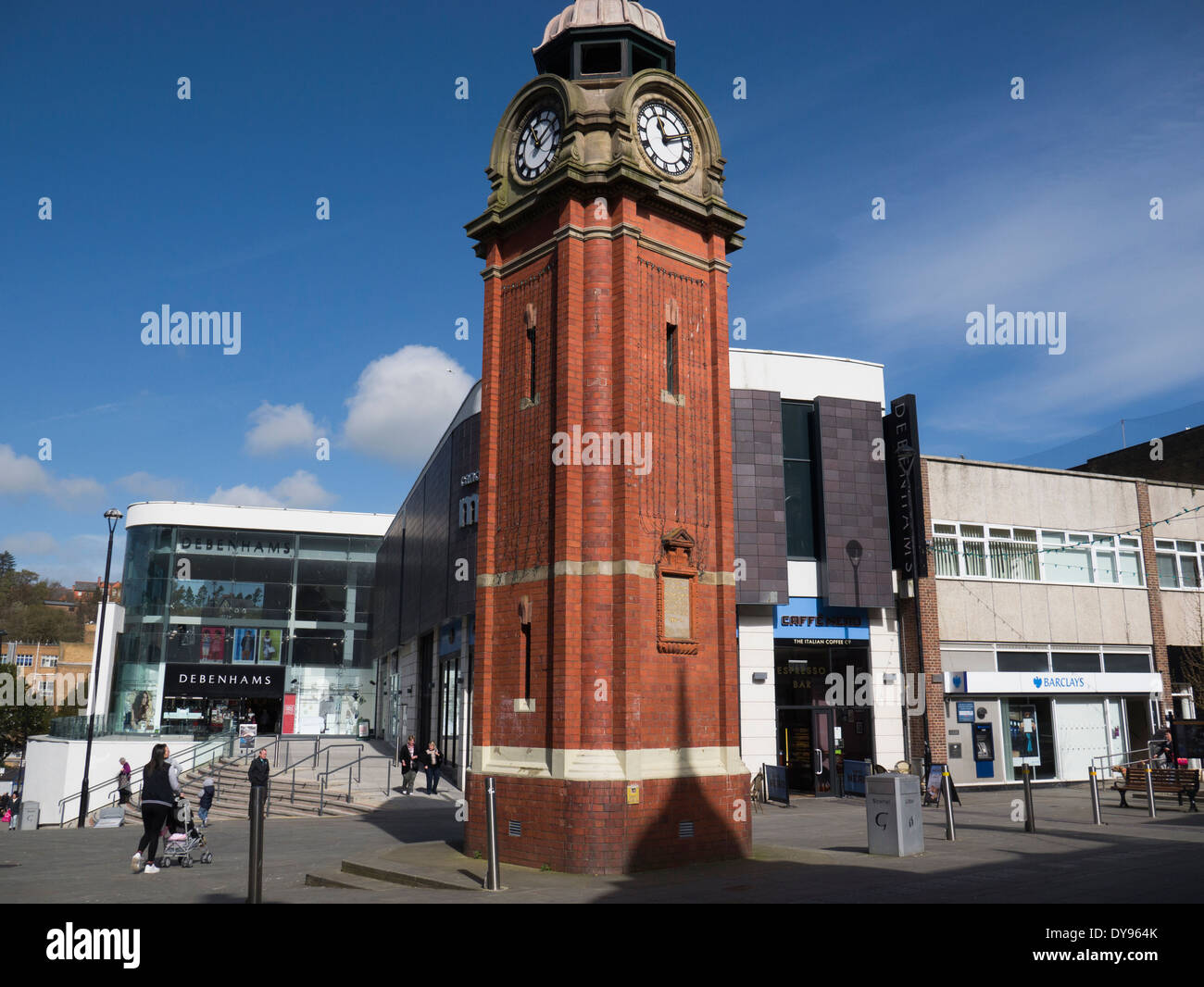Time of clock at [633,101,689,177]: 11:11
